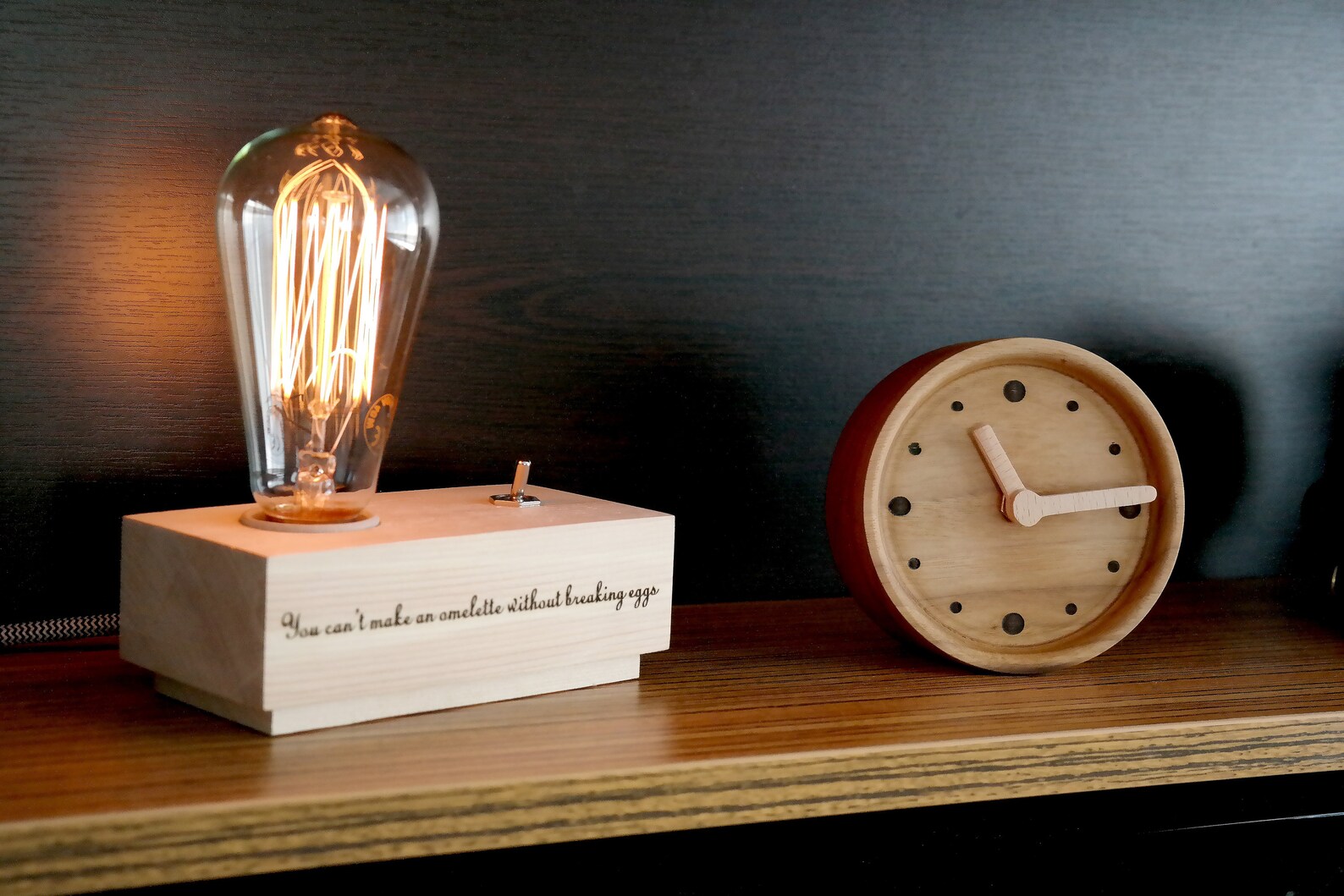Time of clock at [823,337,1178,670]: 11:14
